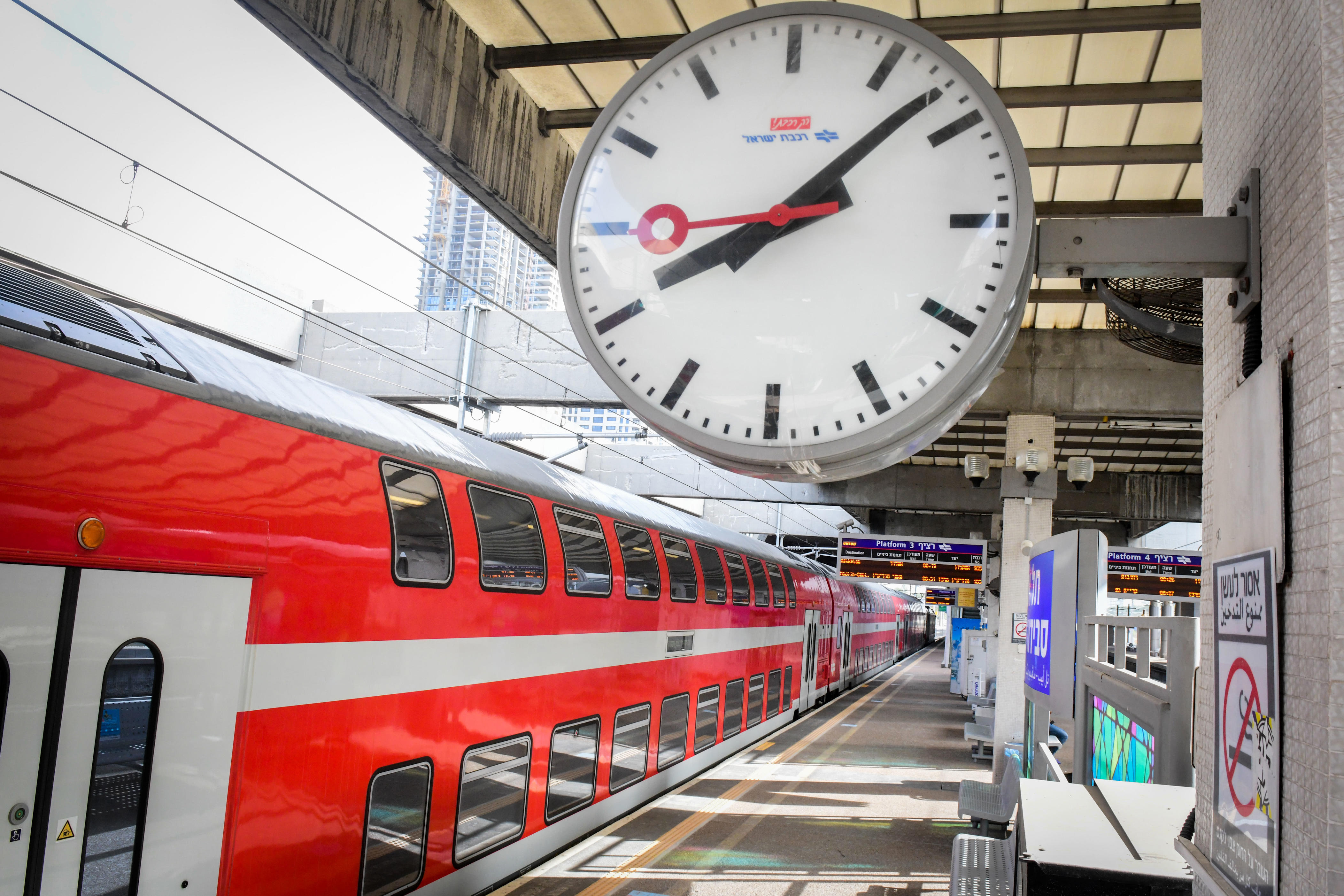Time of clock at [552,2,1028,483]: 8:07
